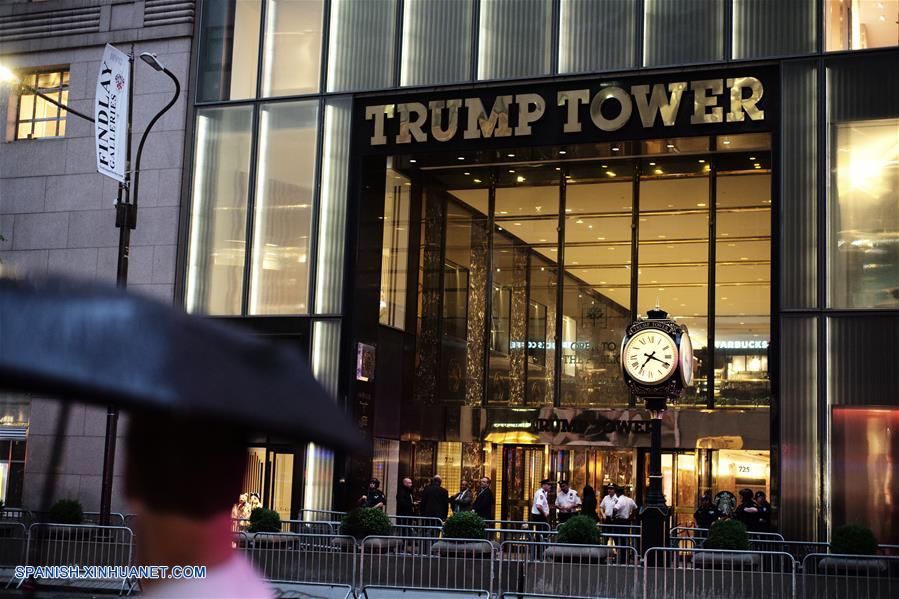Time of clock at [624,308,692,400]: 7:18
